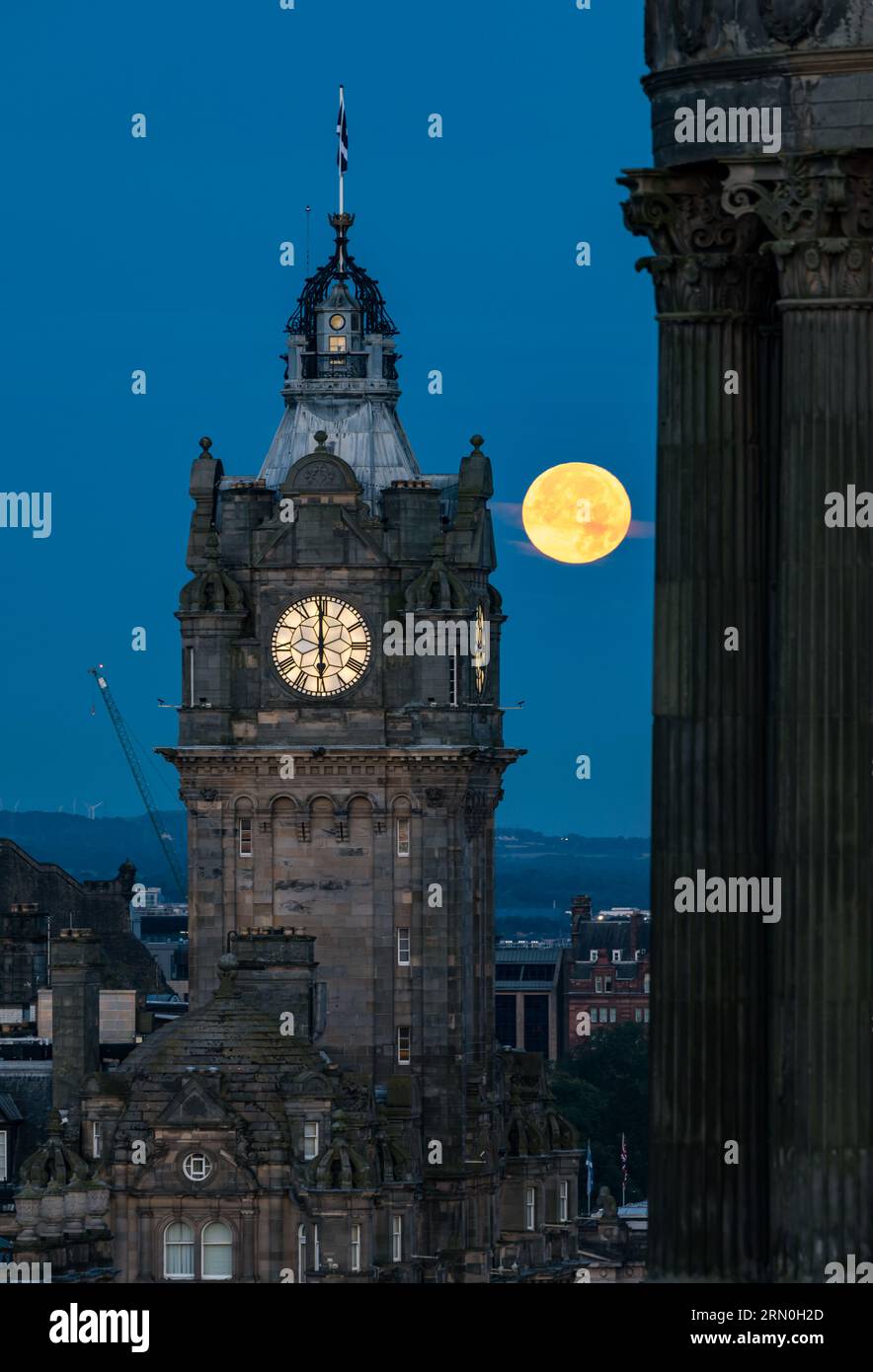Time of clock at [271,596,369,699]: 5:59
